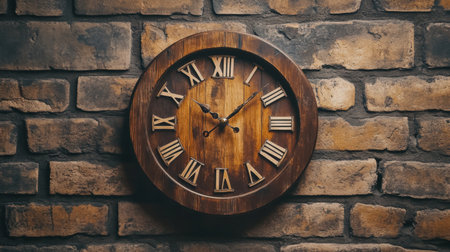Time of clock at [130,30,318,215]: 10:07
